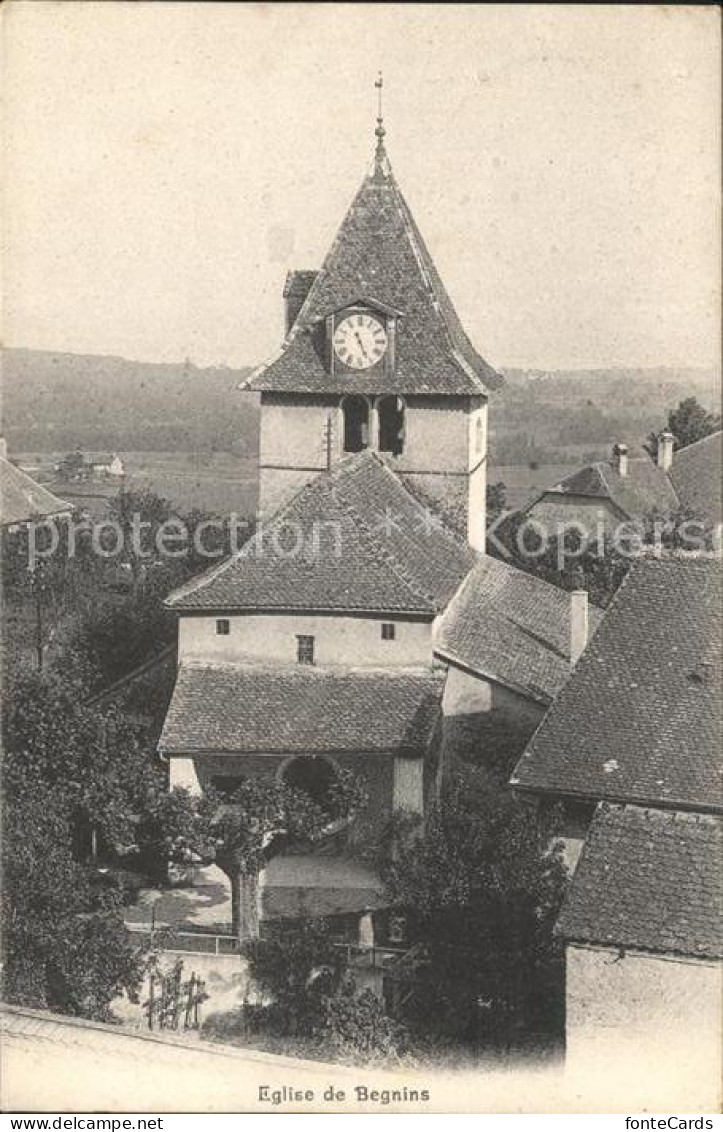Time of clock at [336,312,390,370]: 11:26
